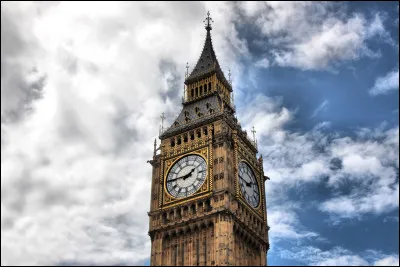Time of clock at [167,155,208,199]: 1:45
